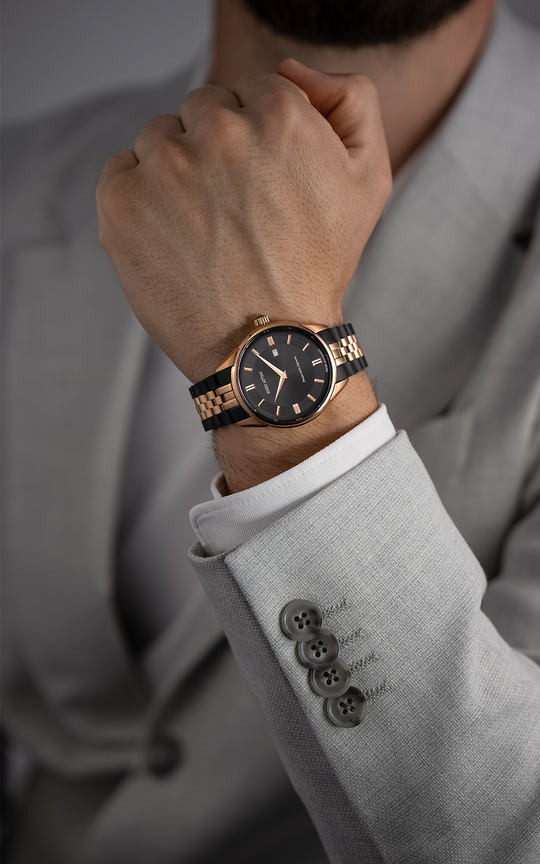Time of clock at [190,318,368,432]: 5:49
